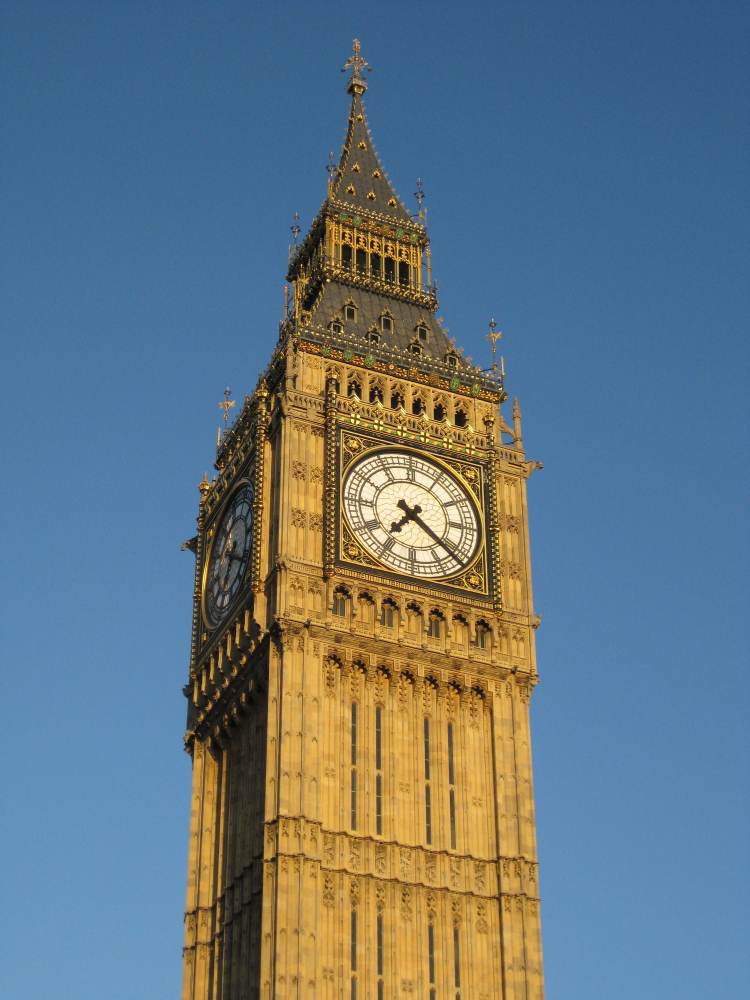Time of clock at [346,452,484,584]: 7:21
